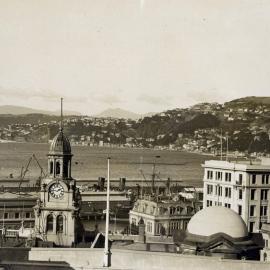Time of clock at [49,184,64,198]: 1:46
